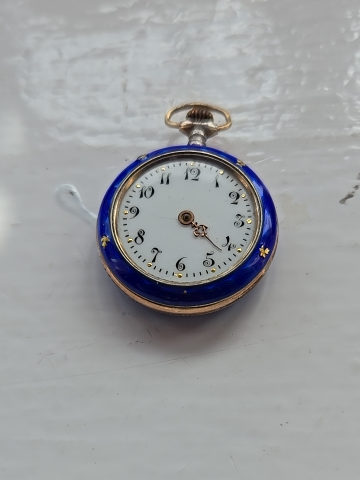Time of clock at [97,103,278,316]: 4:21
